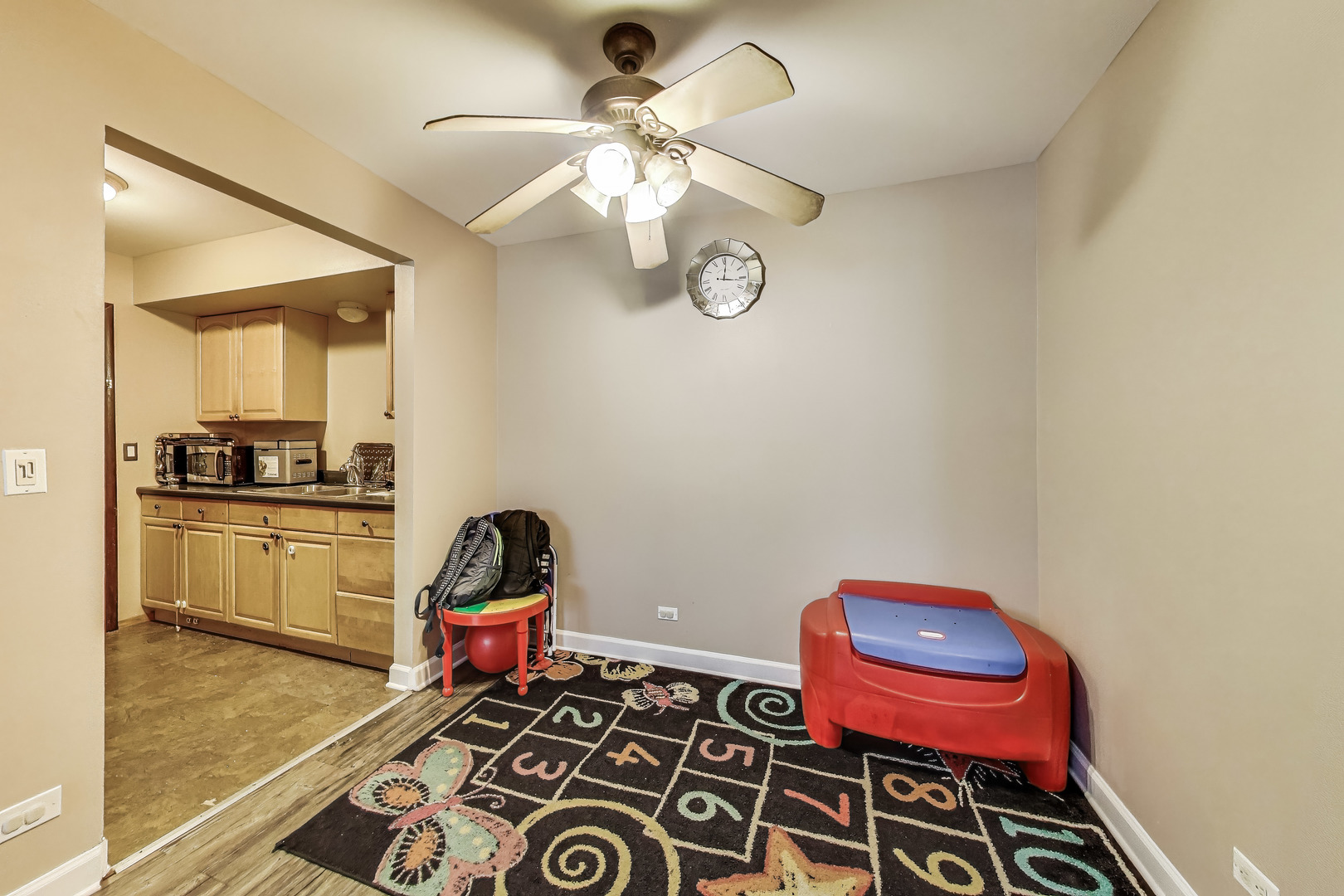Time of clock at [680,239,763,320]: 12:16
